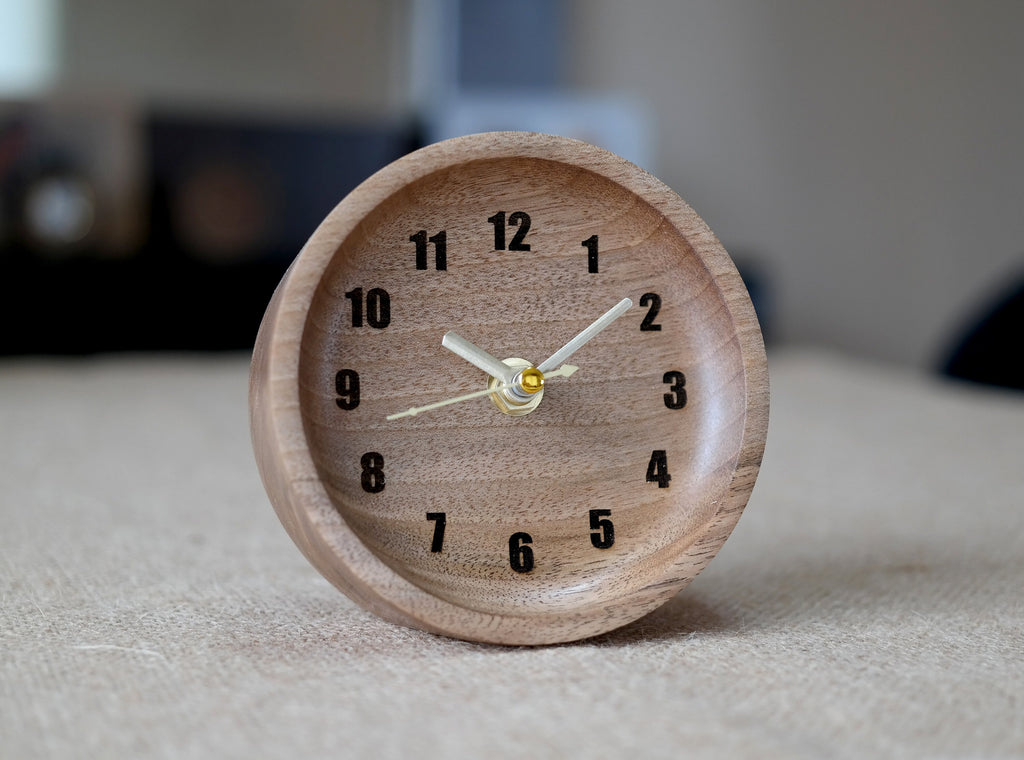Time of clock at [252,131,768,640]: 10:08
